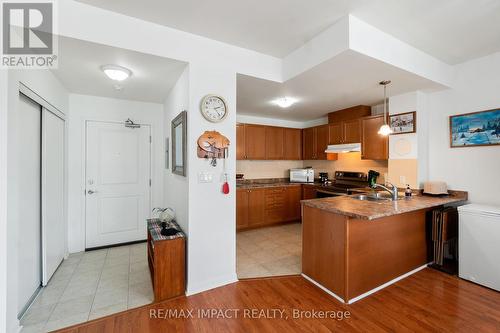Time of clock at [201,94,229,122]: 2:23
